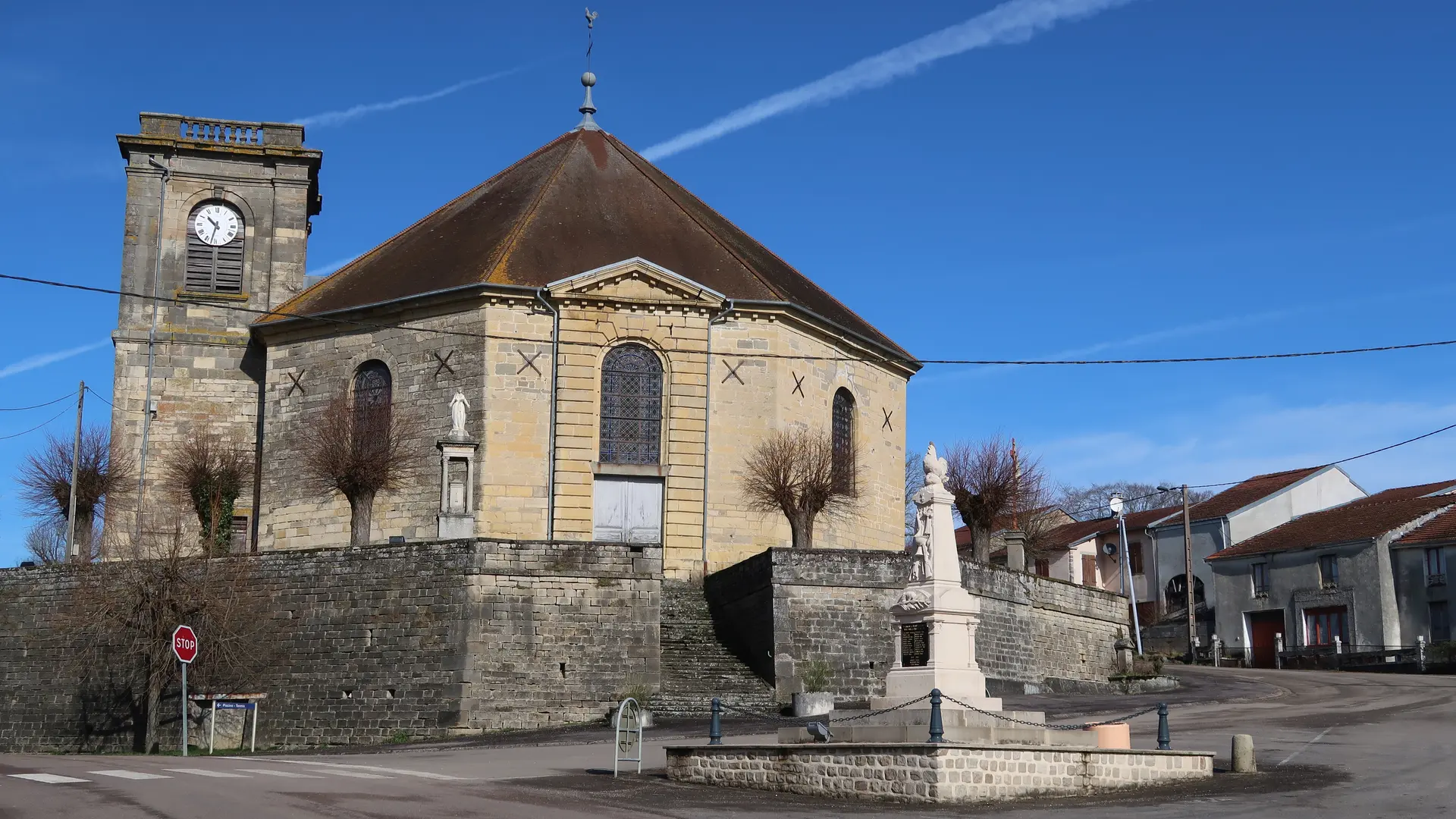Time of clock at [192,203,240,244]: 10:32
